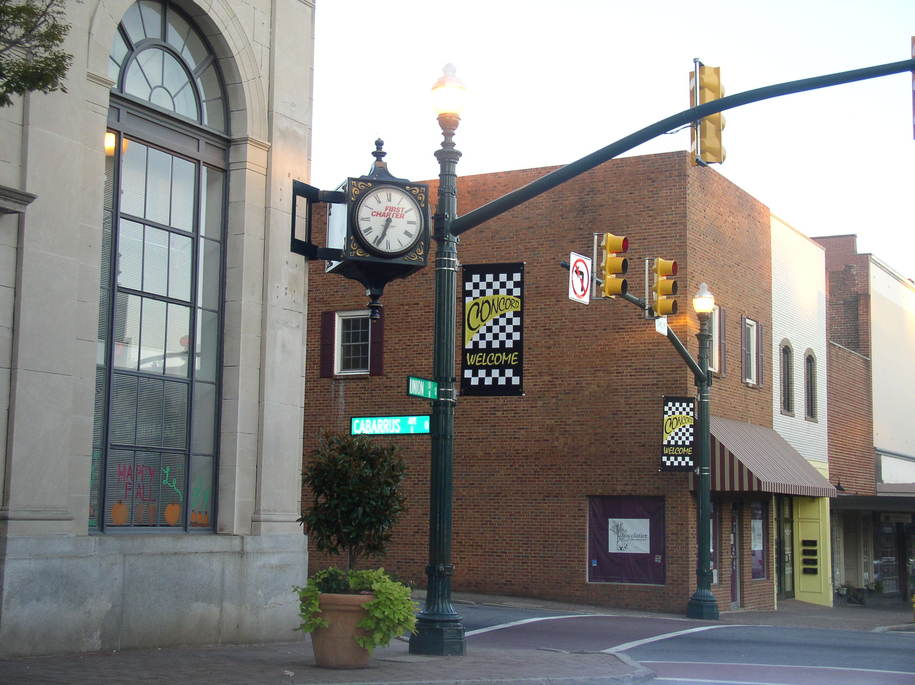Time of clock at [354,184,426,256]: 6:33
